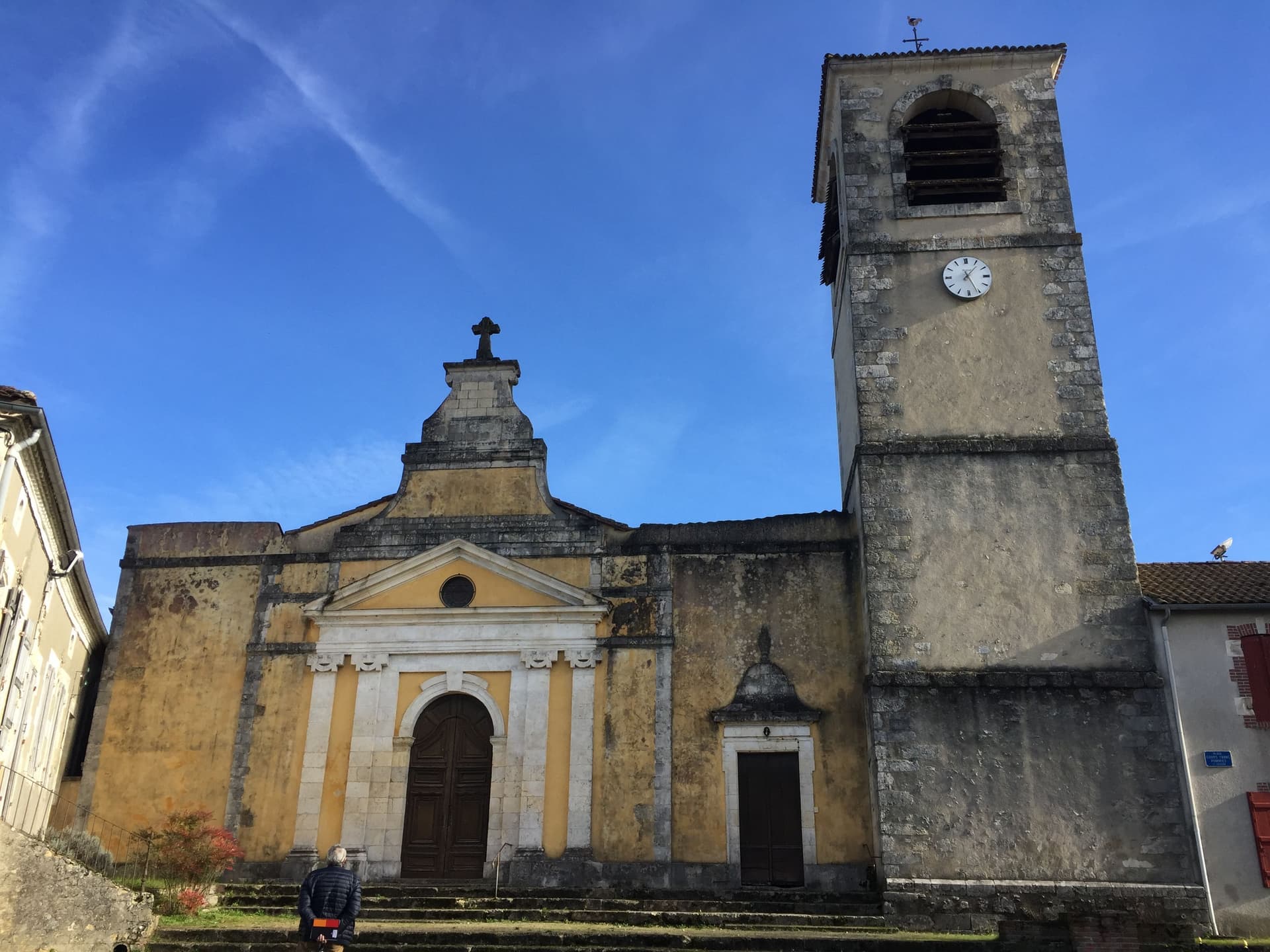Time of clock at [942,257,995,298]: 1:25
